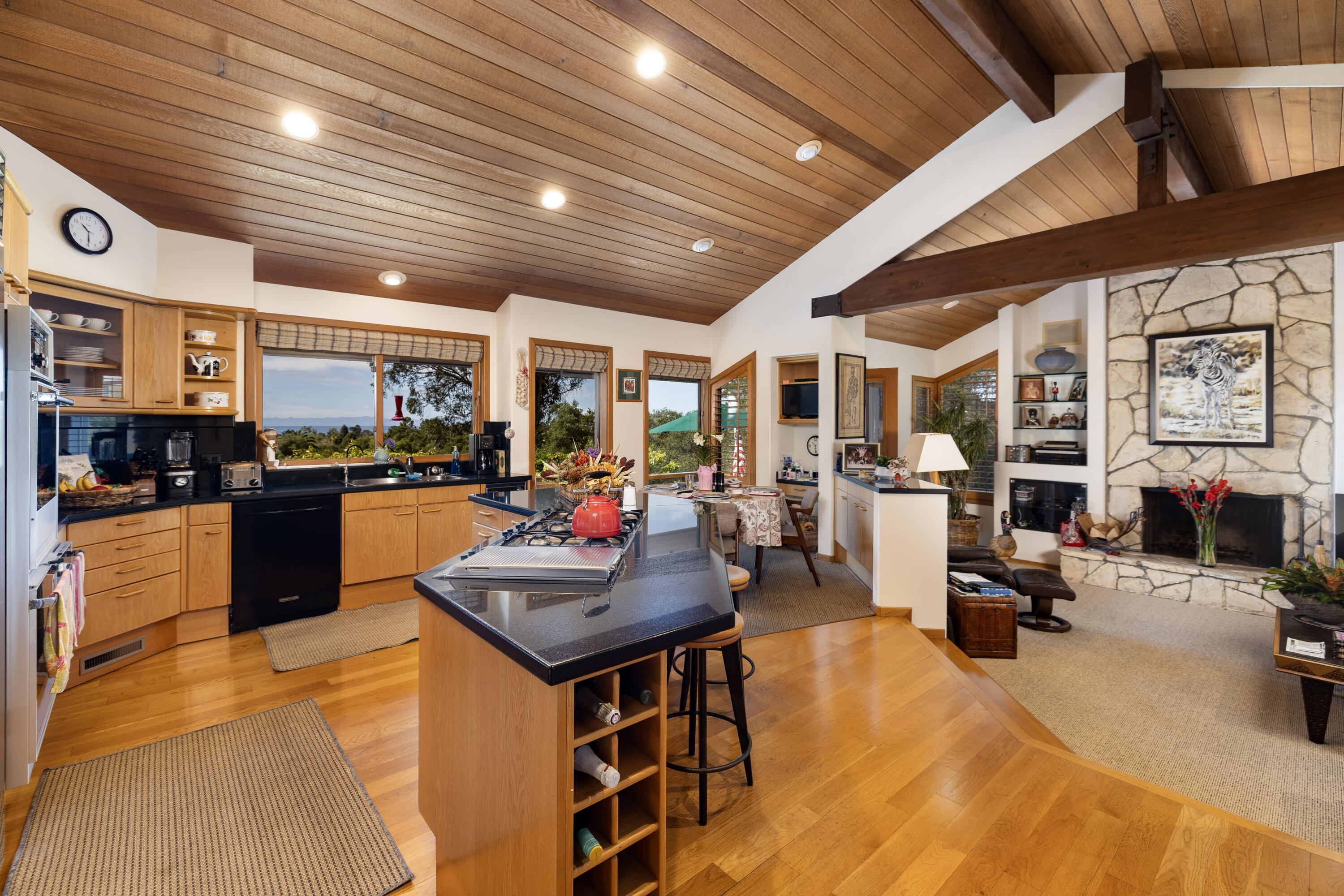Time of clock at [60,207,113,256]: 10:29
